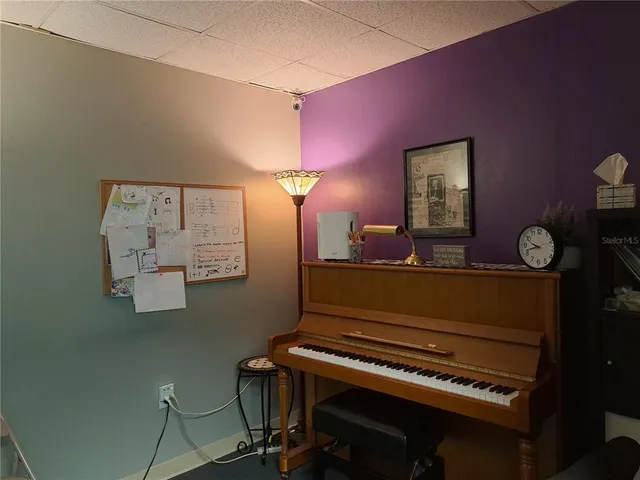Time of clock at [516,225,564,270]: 9:42
